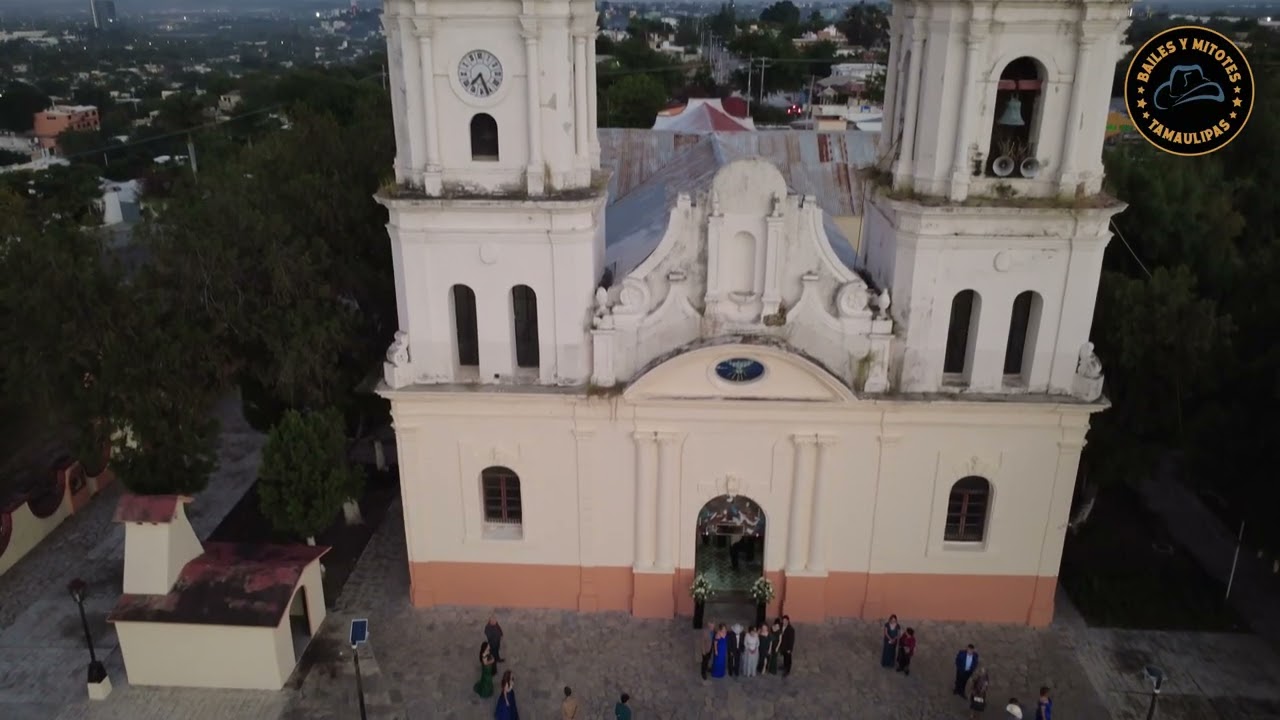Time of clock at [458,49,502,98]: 7:26
